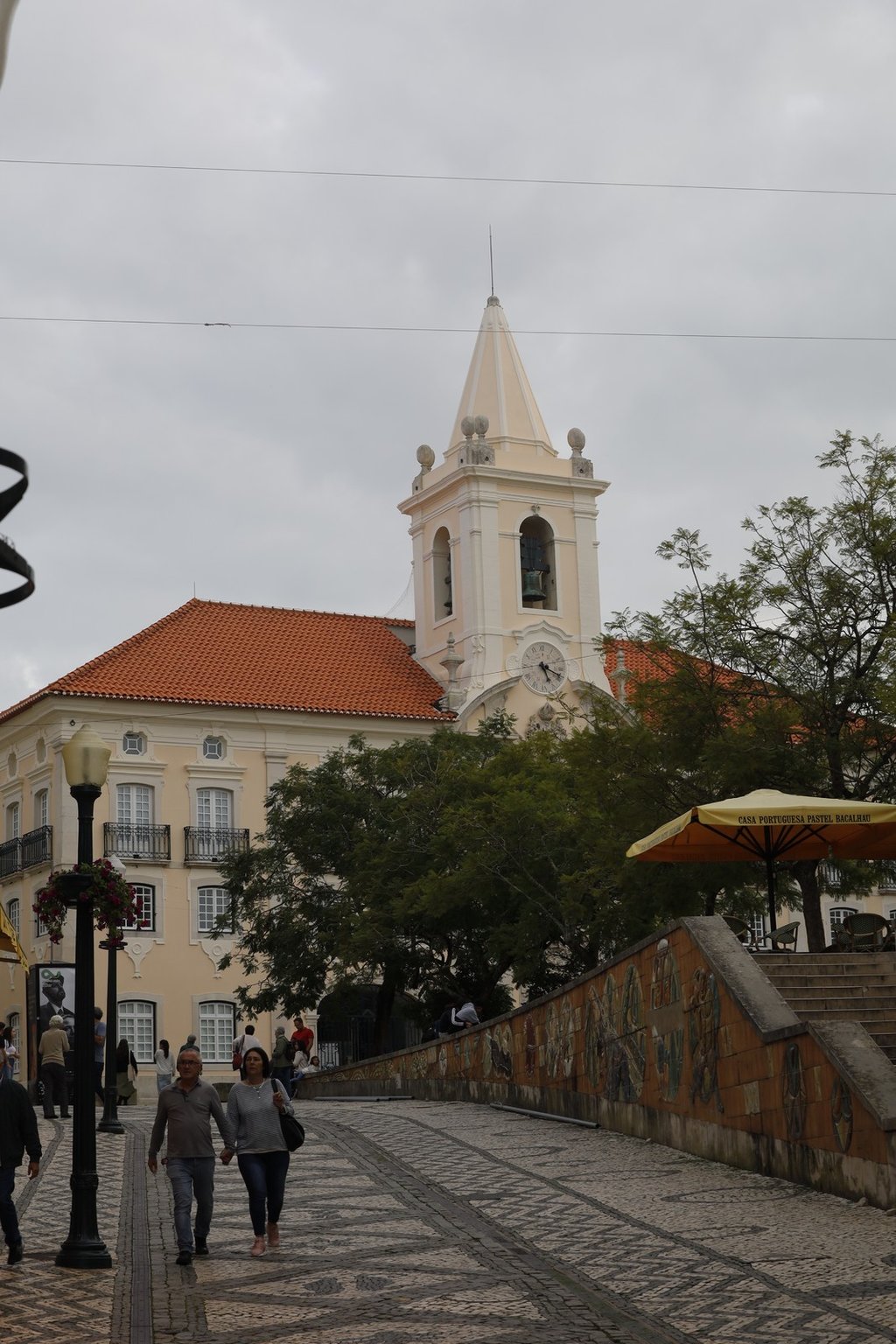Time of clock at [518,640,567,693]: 5:18
